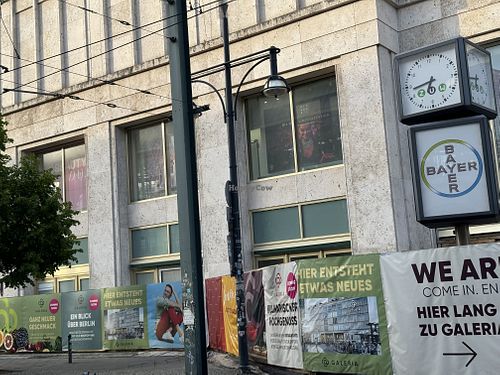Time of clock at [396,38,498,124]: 6:43
